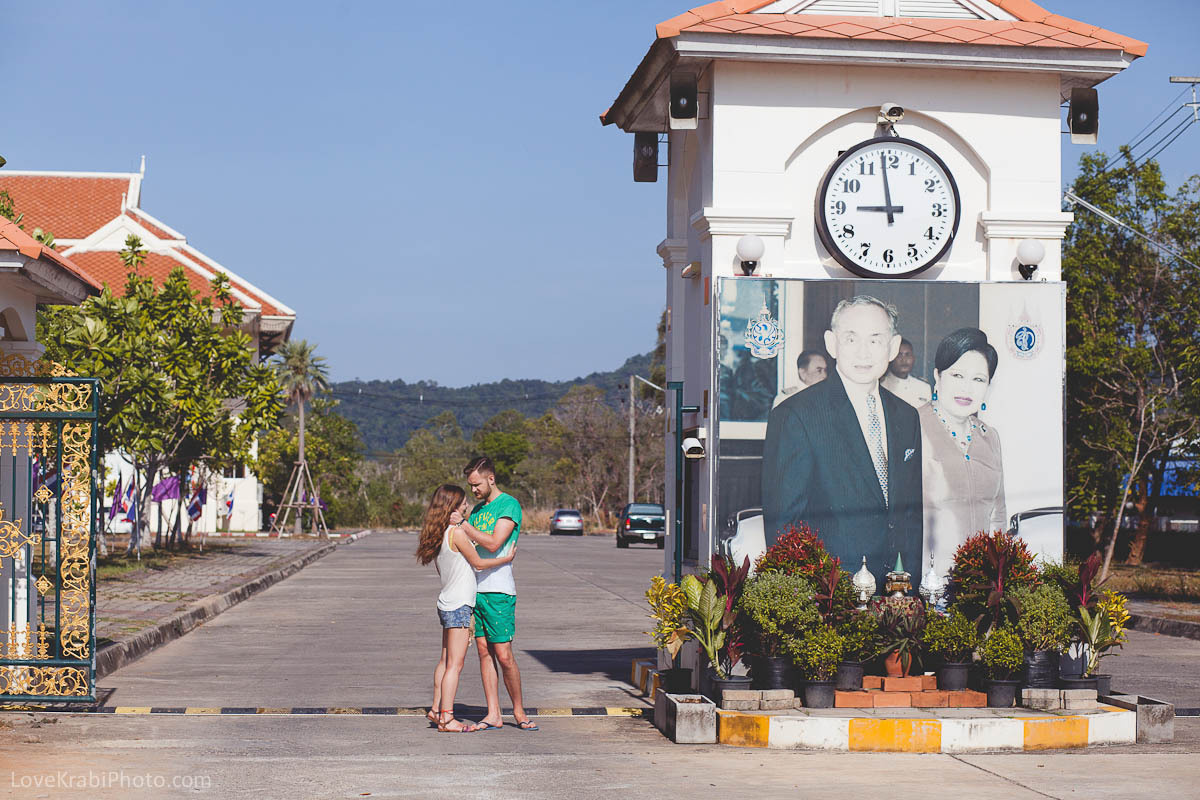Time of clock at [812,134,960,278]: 8:58
